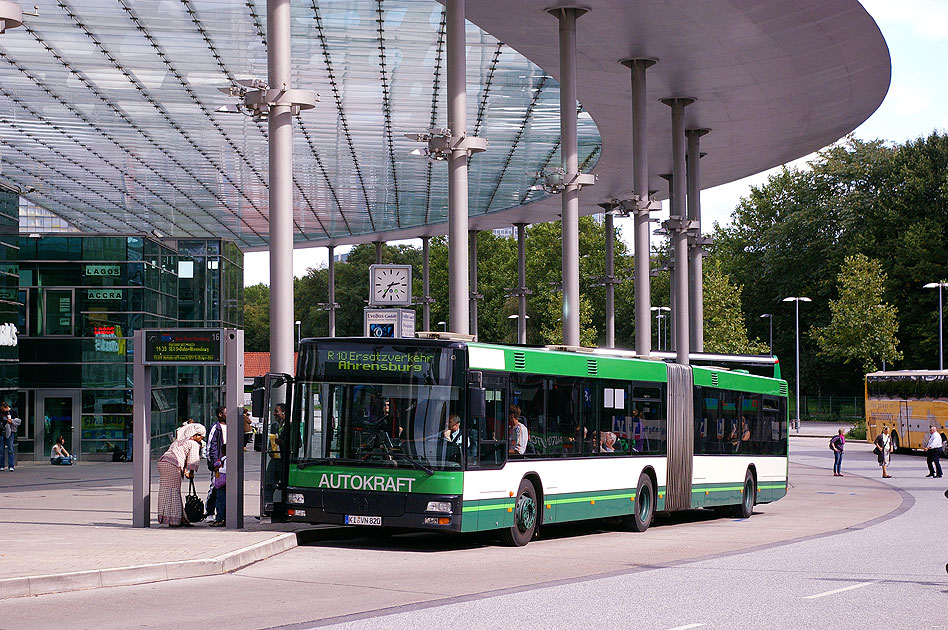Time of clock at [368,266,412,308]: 2:35
